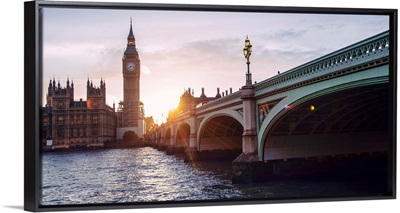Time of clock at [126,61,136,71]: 7:15
